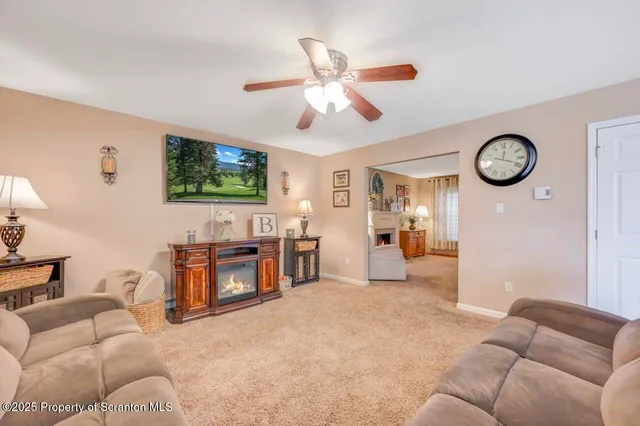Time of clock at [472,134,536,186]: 12:18
